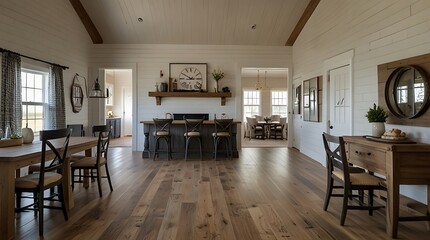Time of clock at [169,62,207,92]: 2:50
